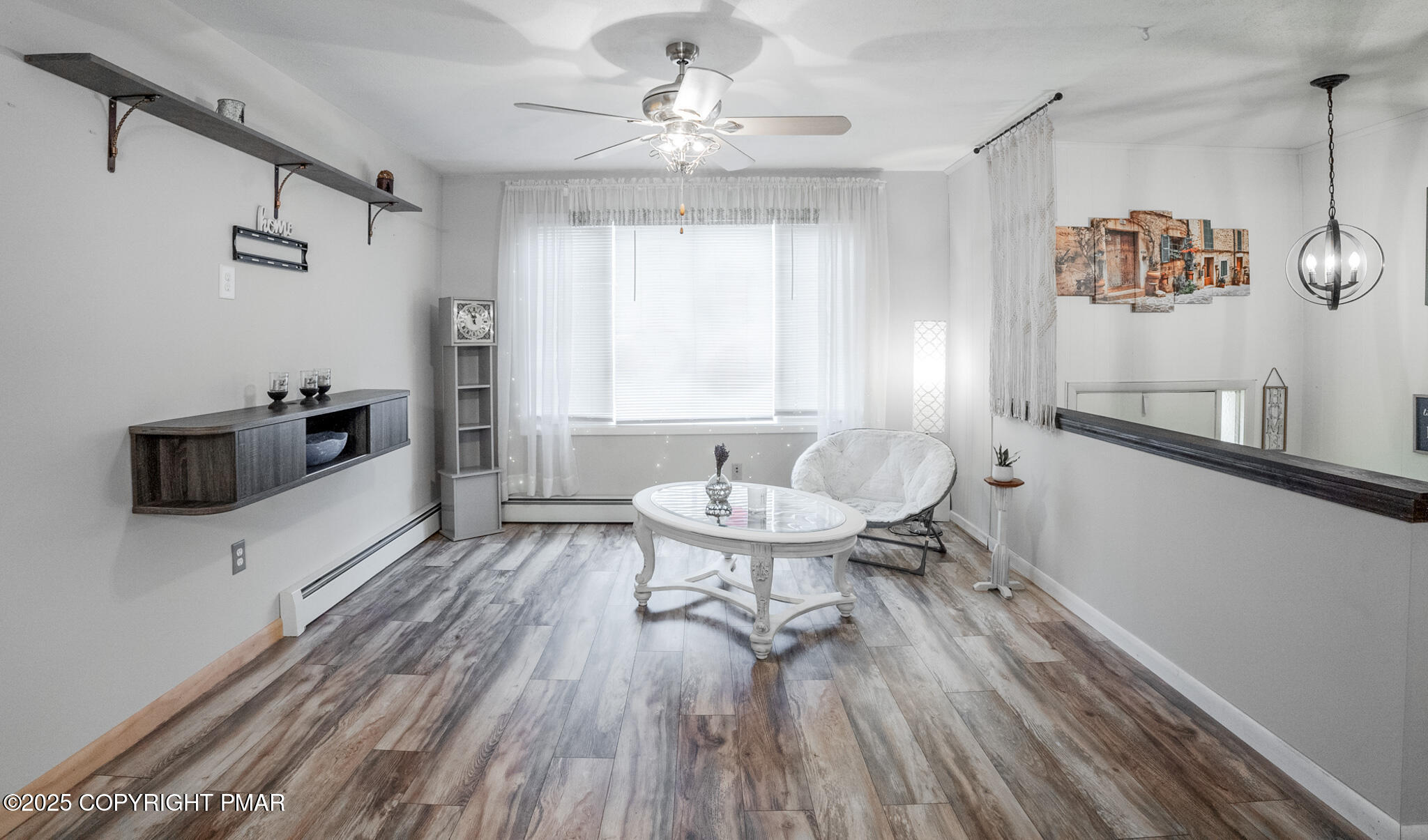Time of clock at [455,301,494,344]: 11:55
